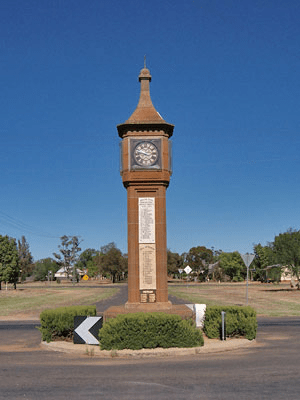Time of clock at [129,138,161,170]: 2:46
